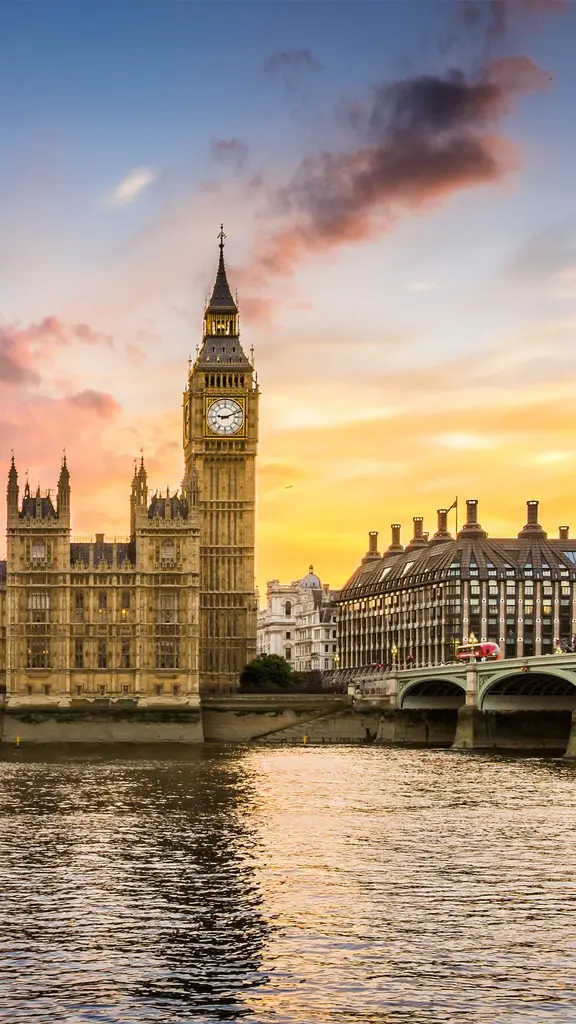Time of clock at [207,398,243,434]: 9:11
